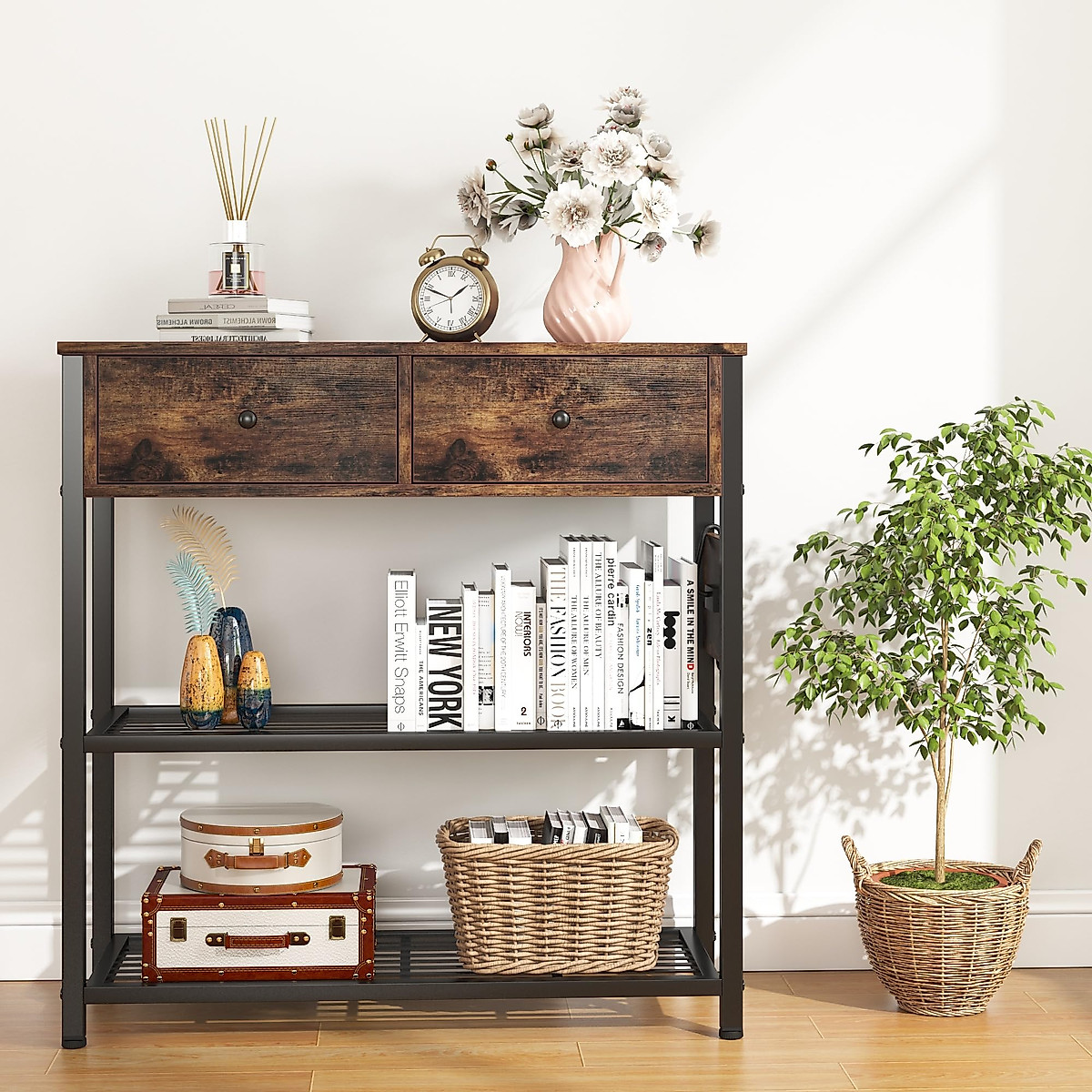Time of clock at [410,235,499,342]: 1:48
